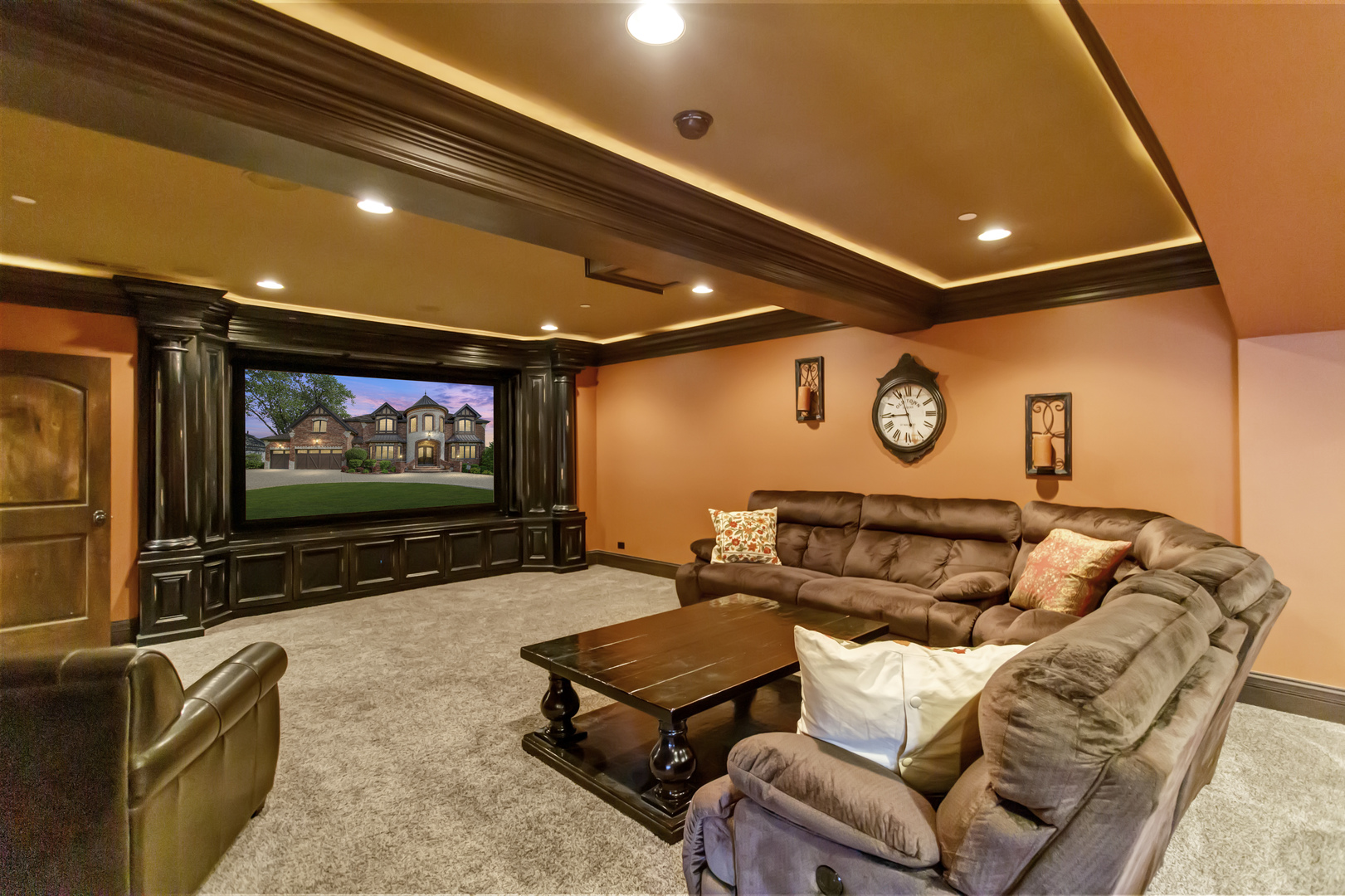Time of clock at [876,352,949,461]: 8:56
